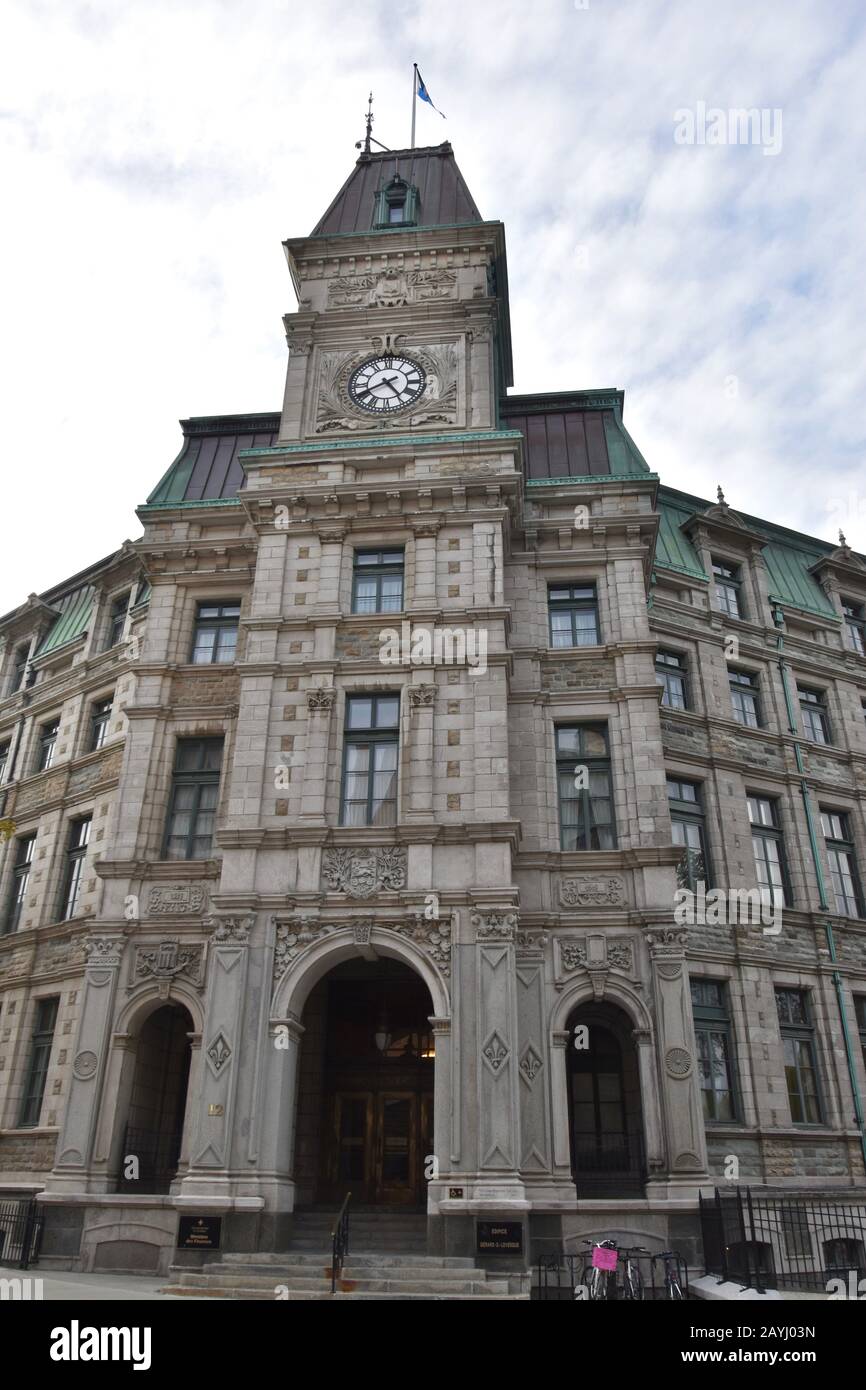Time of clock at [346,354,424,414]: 4:40
